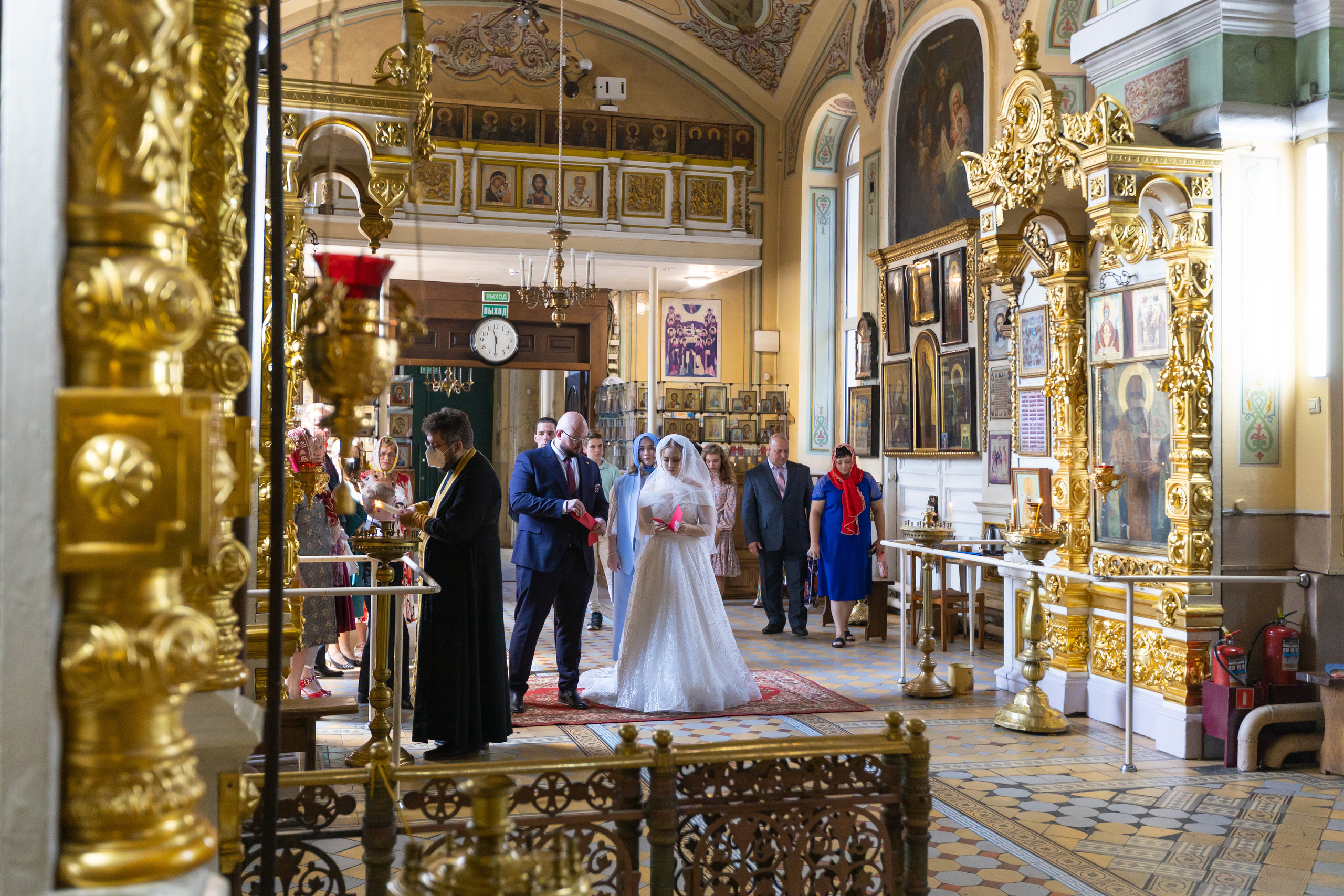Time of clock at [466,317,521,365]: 11:30
